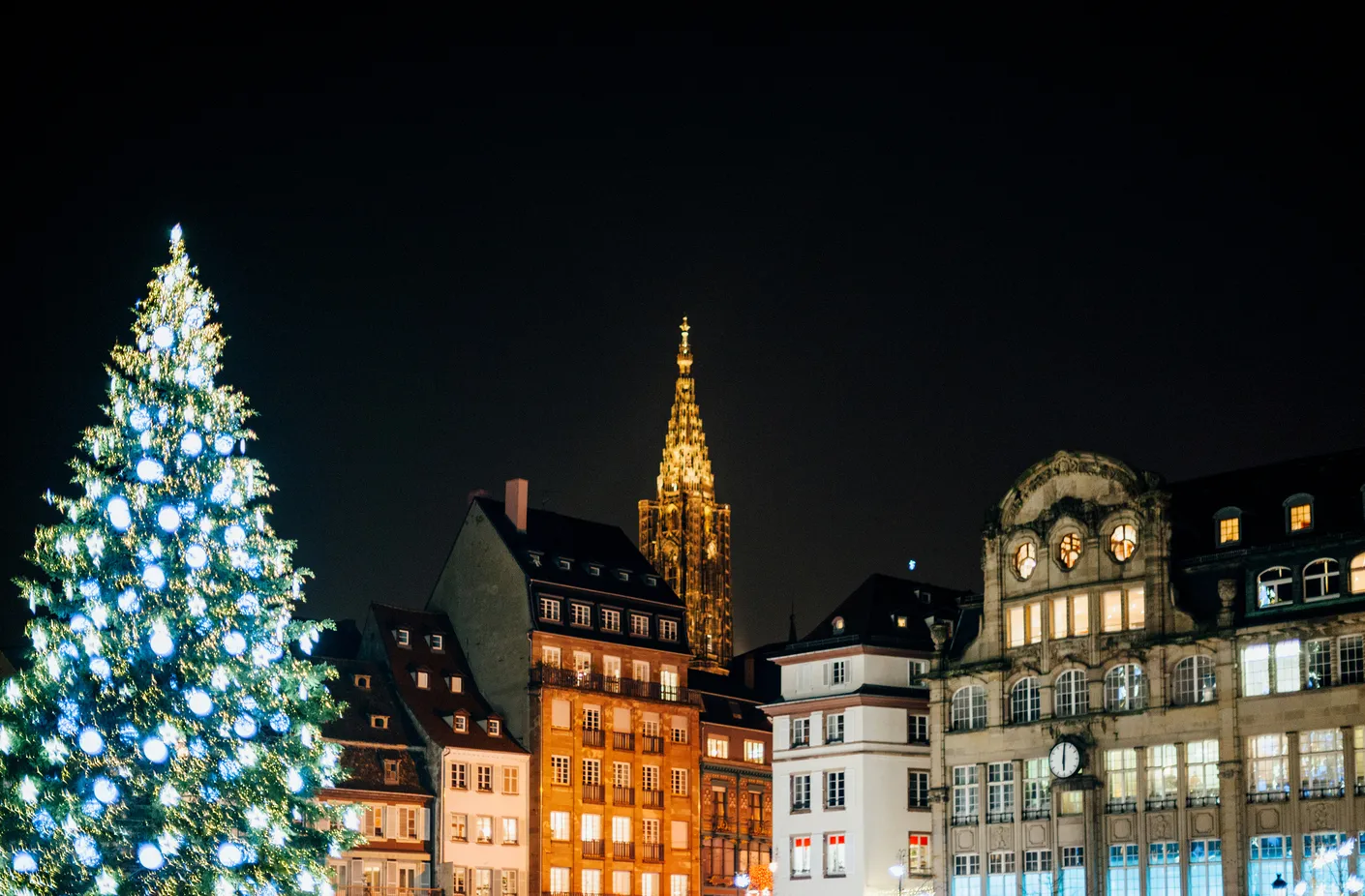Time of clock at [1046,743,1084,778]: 6:00
